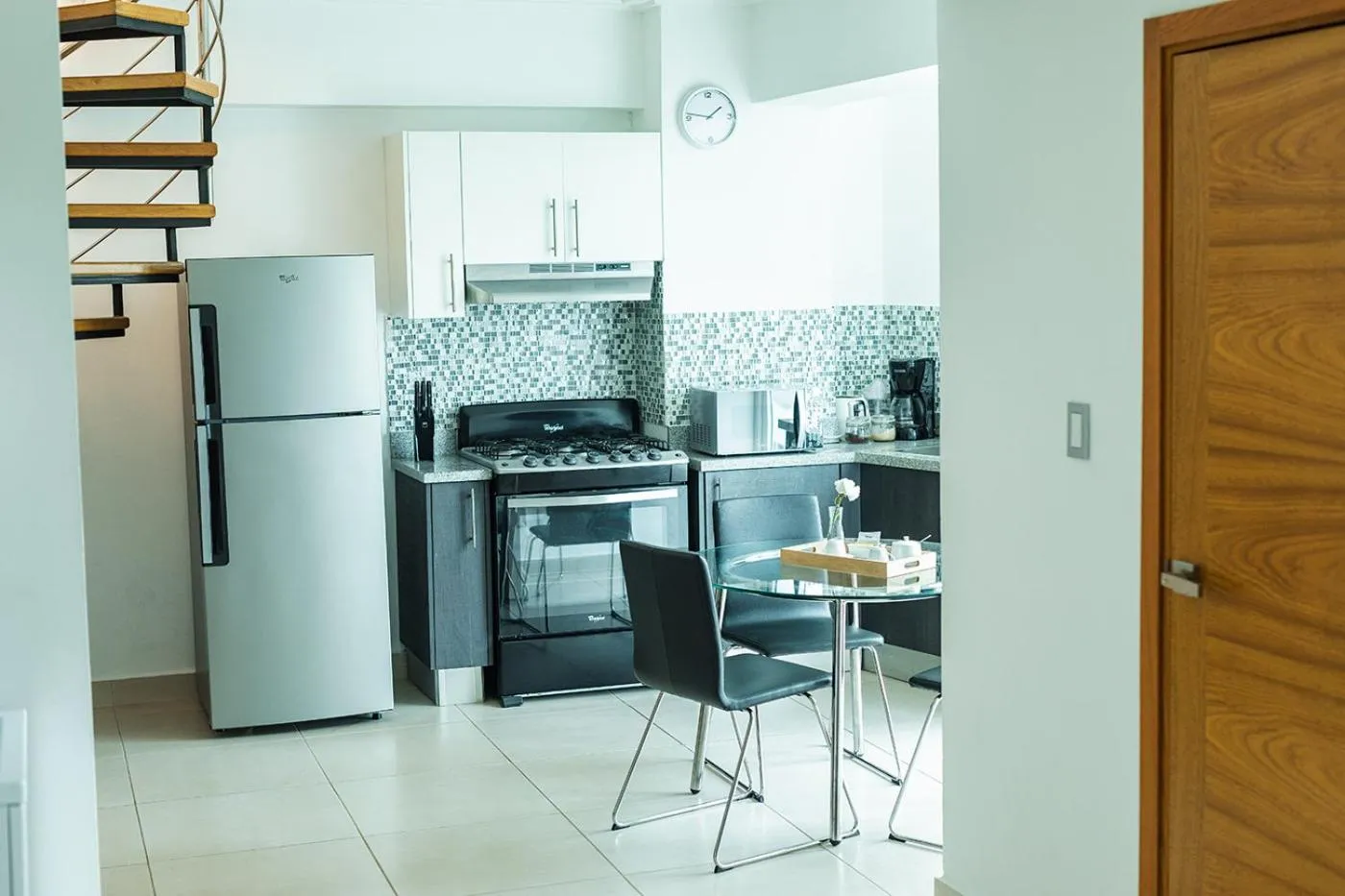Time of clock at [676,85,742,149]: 1:46
